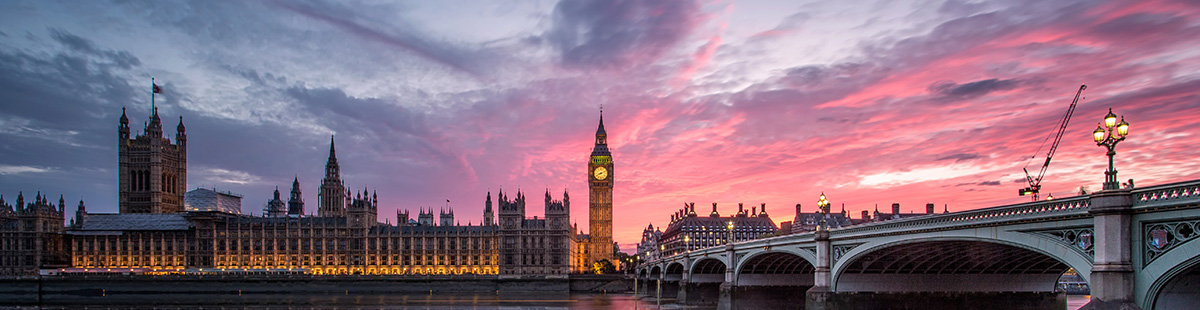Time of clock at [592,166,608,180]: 8:11
